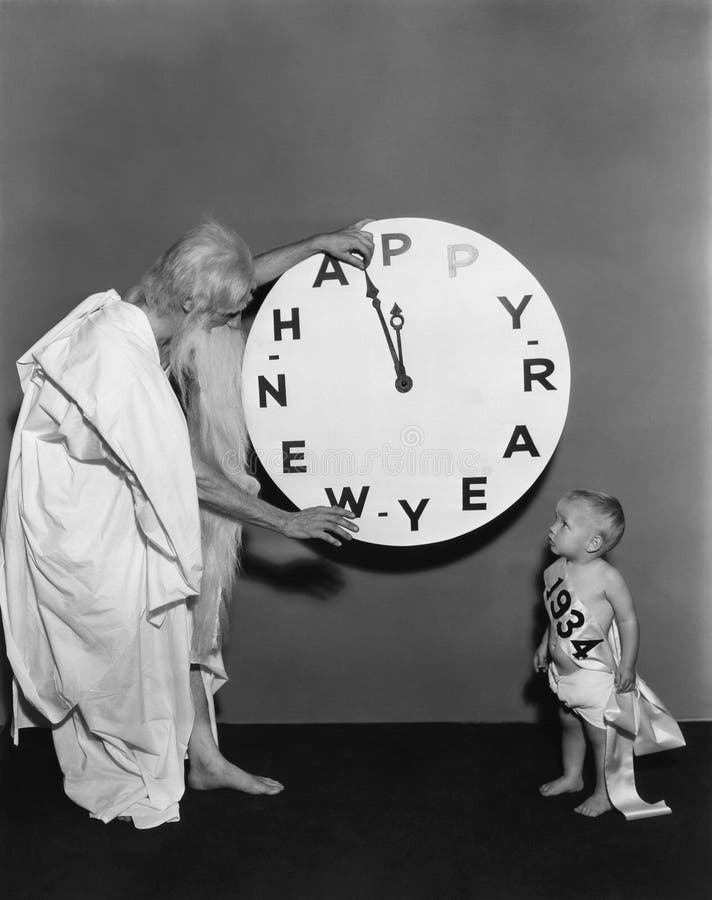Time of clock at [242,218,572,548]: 11:57
